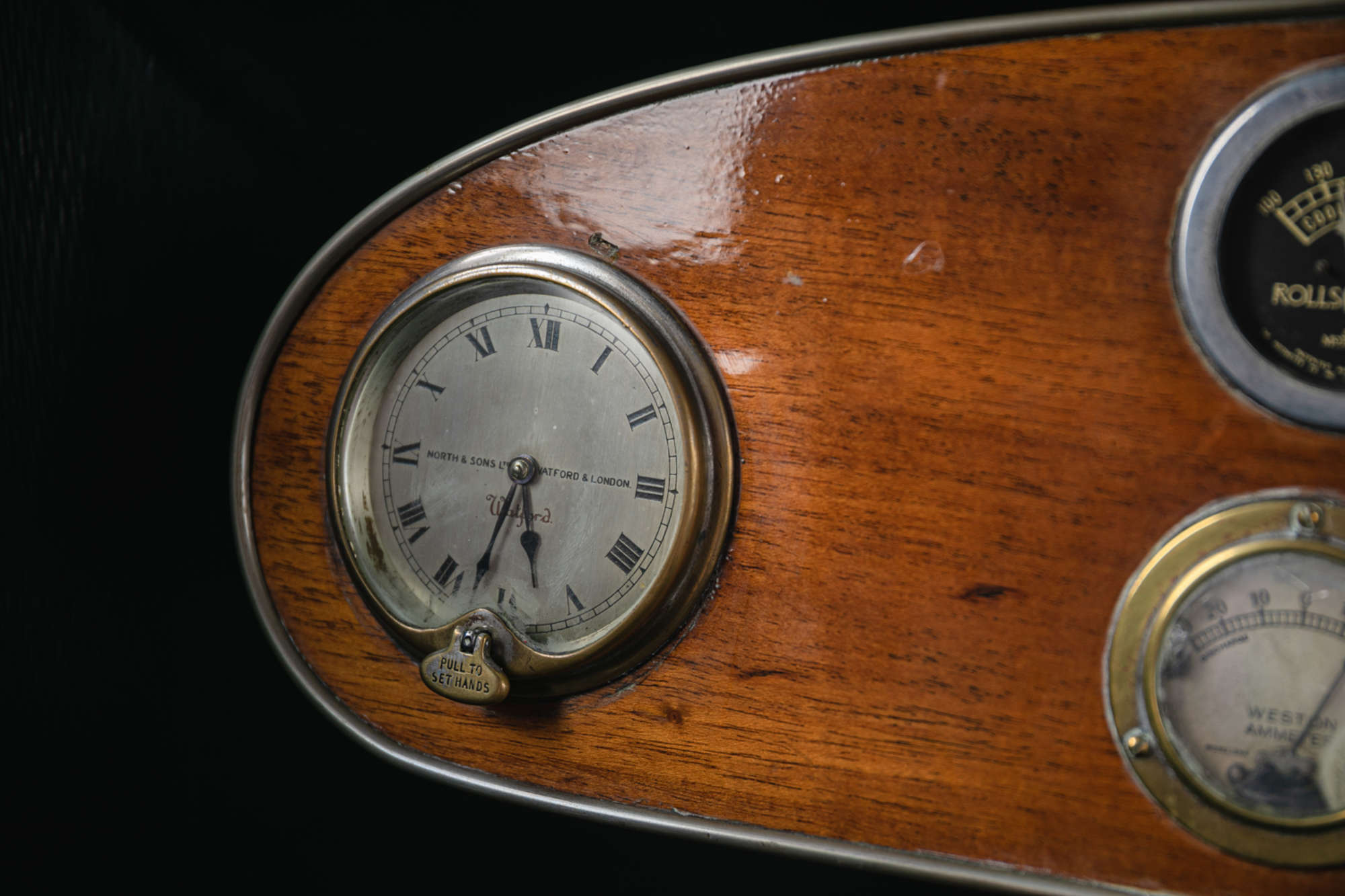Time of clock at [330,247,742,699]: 5:33
